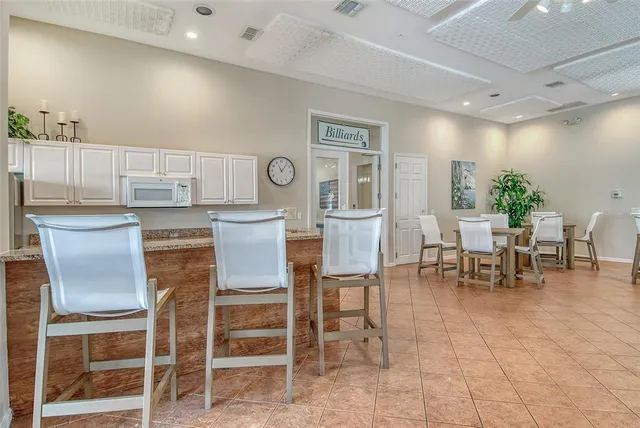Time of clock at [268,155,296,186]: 11:06
